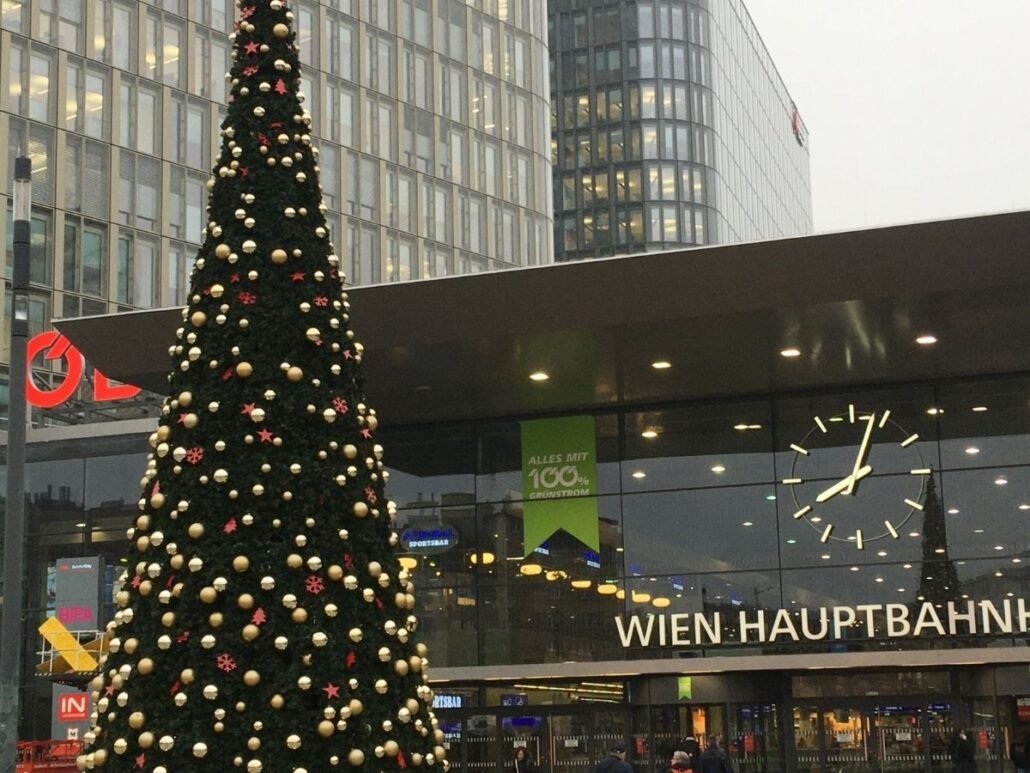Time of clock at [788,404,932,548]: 8:03
